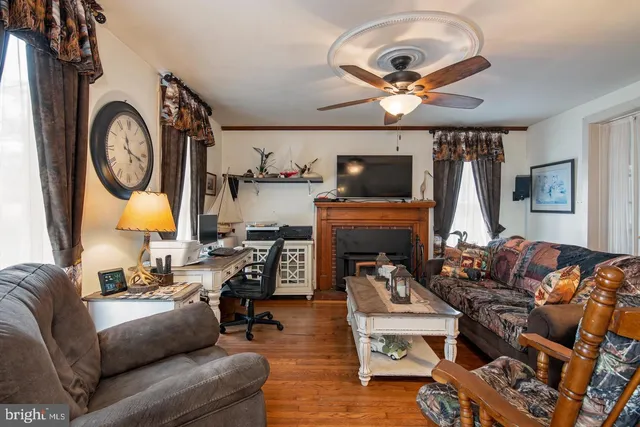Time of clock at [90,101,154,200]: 11:17
